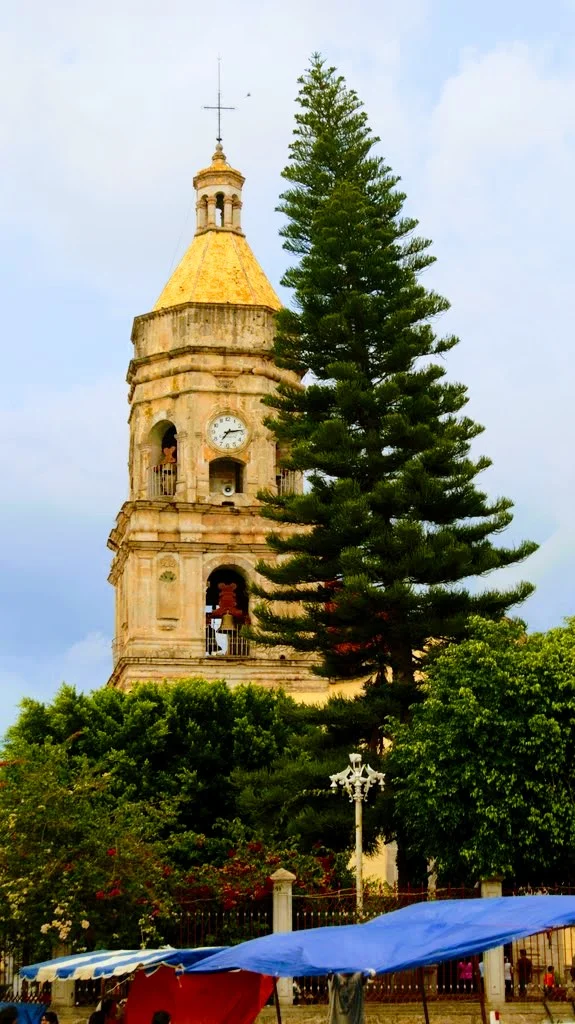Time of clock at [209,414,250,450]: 7:13
